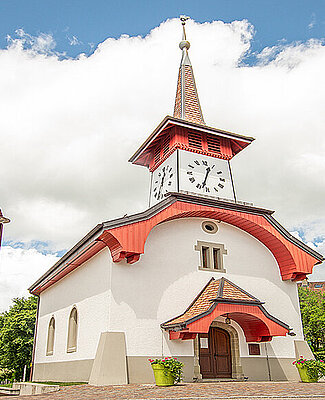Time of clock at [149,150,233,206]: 12:32
